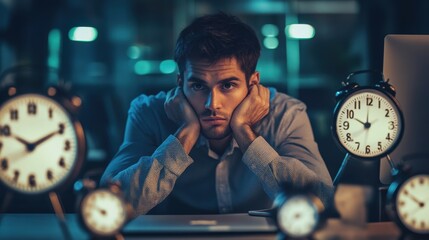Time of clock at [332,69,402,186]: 10:00
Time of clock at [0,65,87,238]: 10:10
